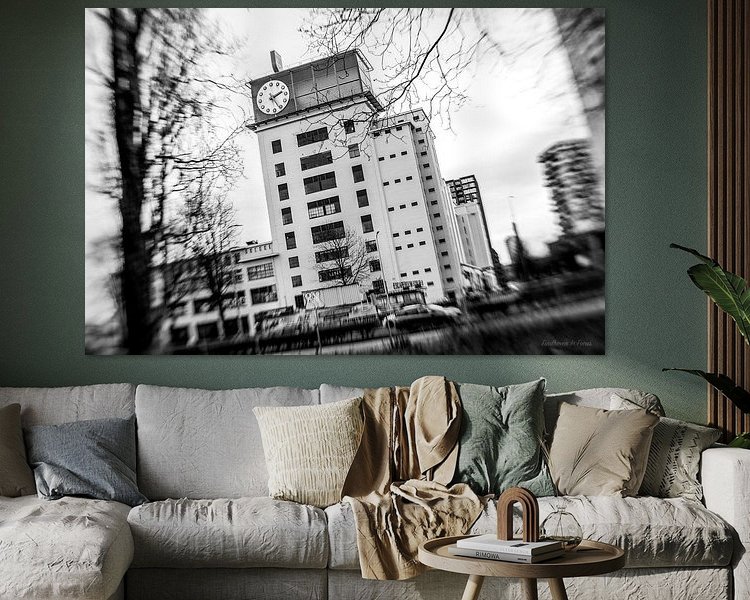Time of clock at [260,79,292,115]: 2:26
